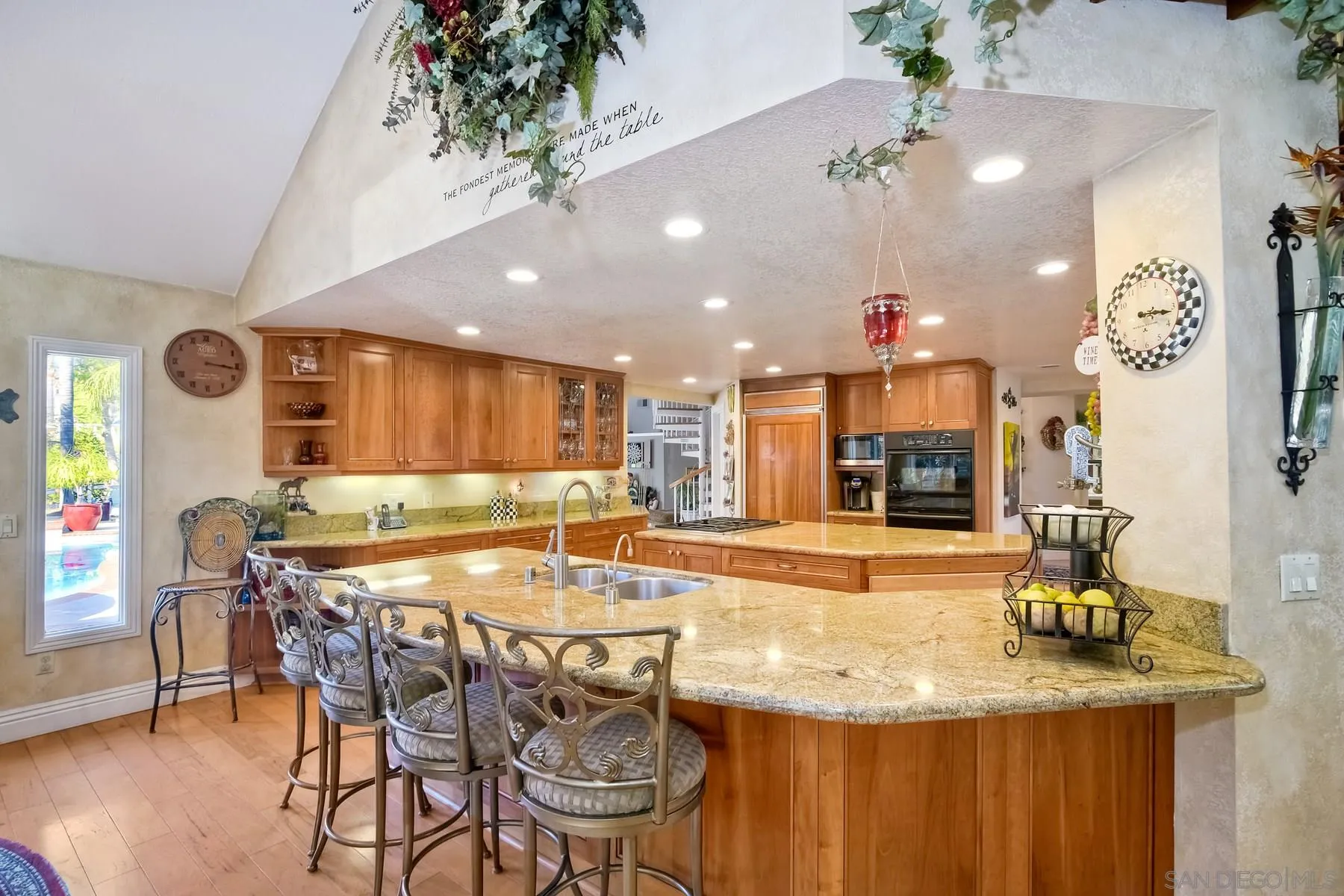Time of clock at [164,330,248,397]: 3:16
